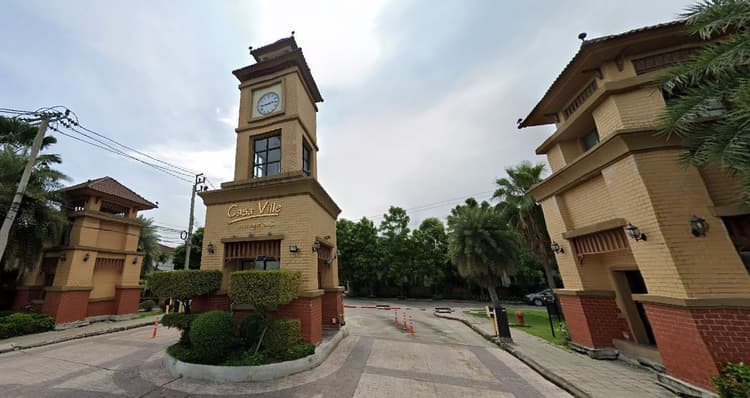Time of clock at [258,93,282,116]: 2:44
